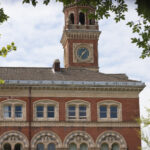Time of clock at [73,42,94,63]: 1:33
